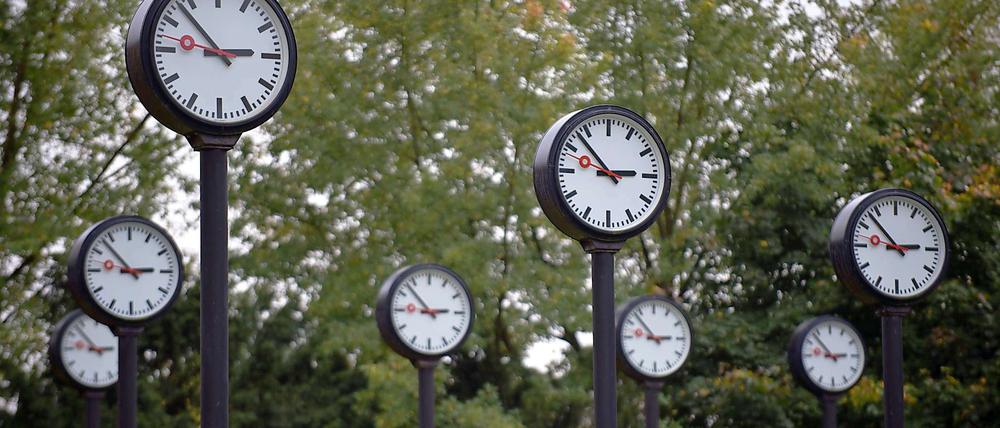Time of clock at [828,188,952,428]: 2:52
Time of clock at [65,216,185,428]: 2:52
